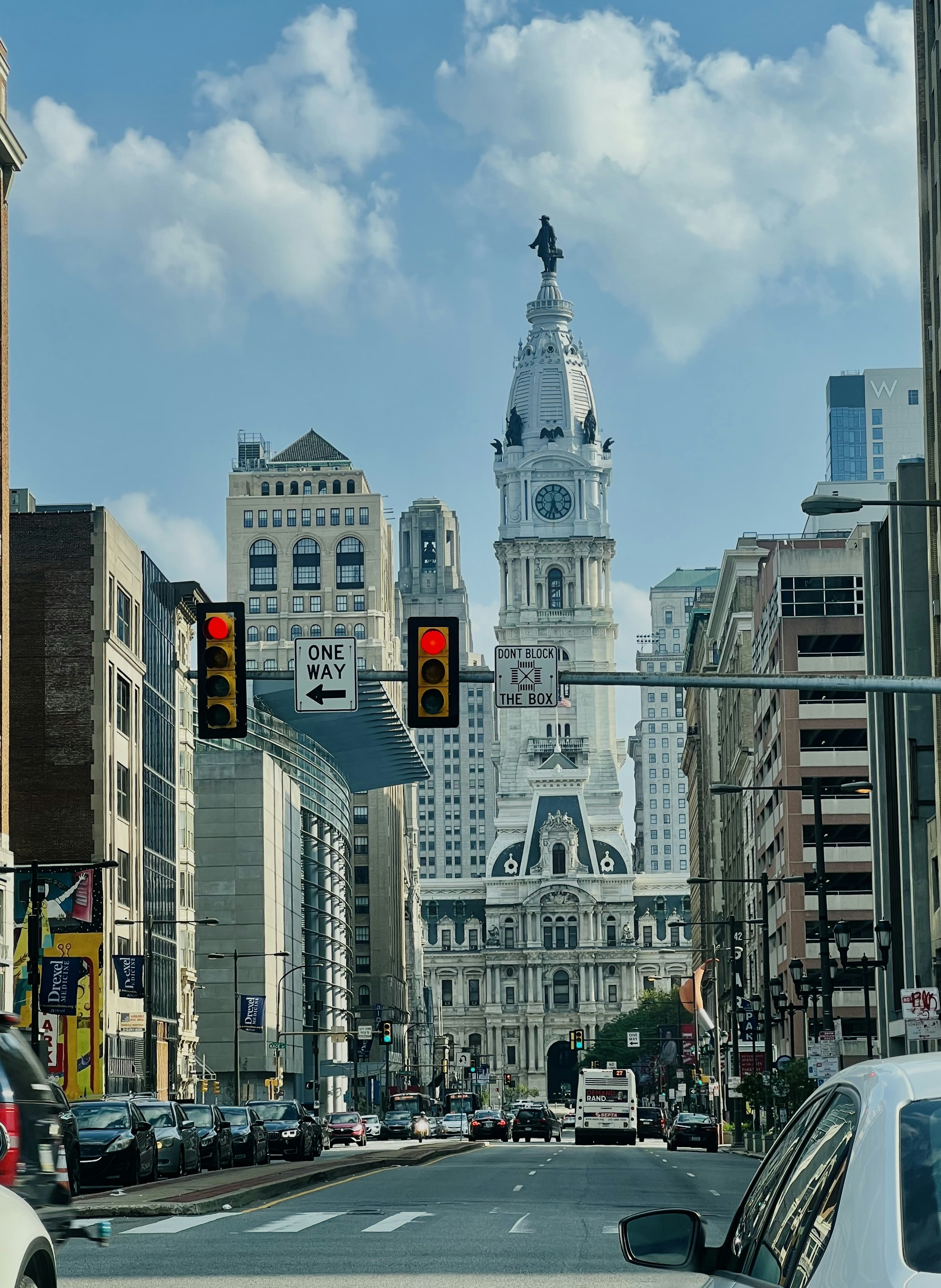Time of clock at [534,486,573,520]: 11:32
